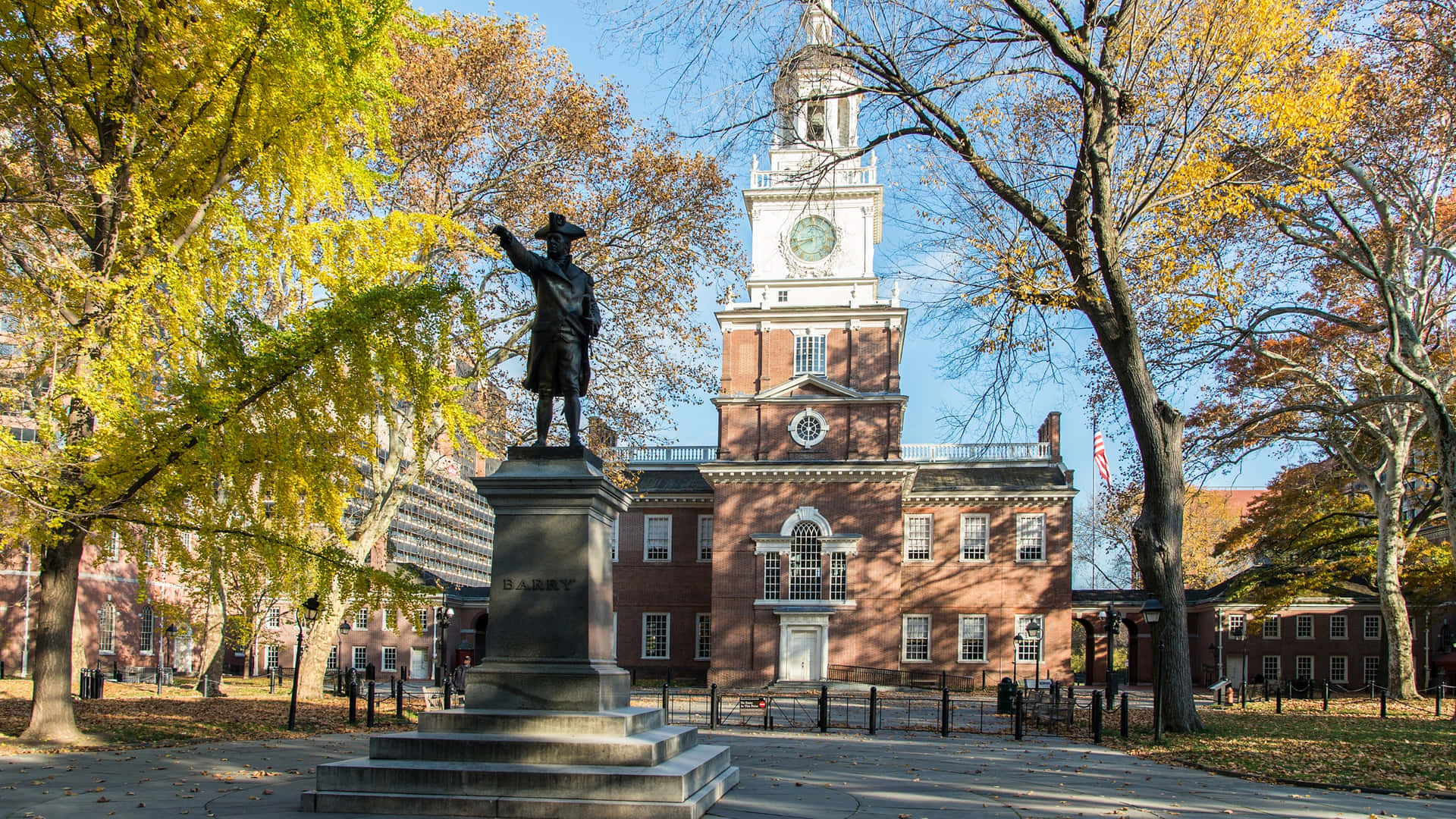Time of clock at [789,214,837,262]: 8:40
